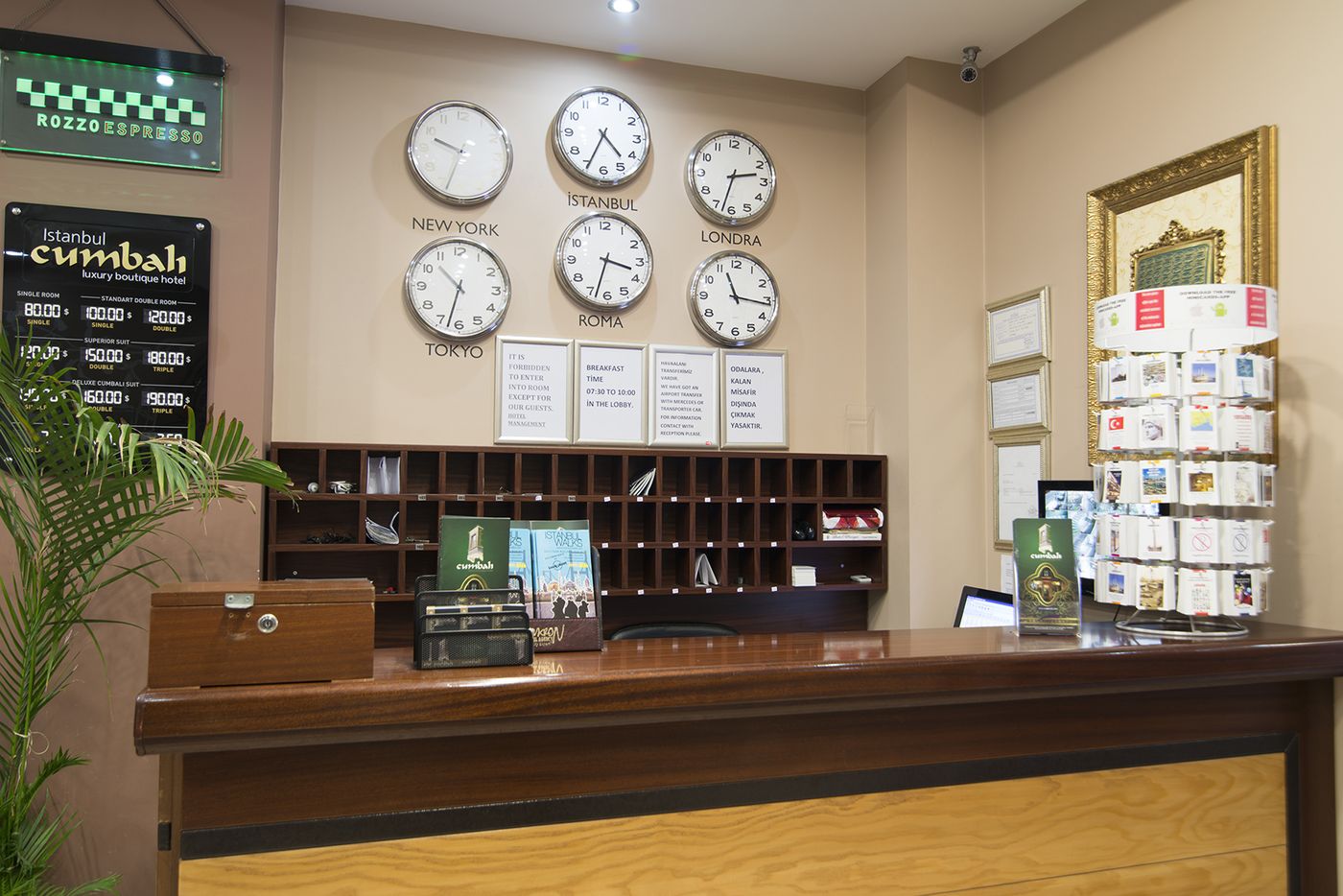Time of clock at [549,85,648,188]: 4:34
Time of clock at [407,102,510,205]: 9:33
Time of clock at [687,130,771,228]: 2:32
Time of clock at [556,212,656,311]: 3:33
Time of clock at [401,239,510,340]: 10:32
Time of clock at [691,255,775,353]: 11:16
